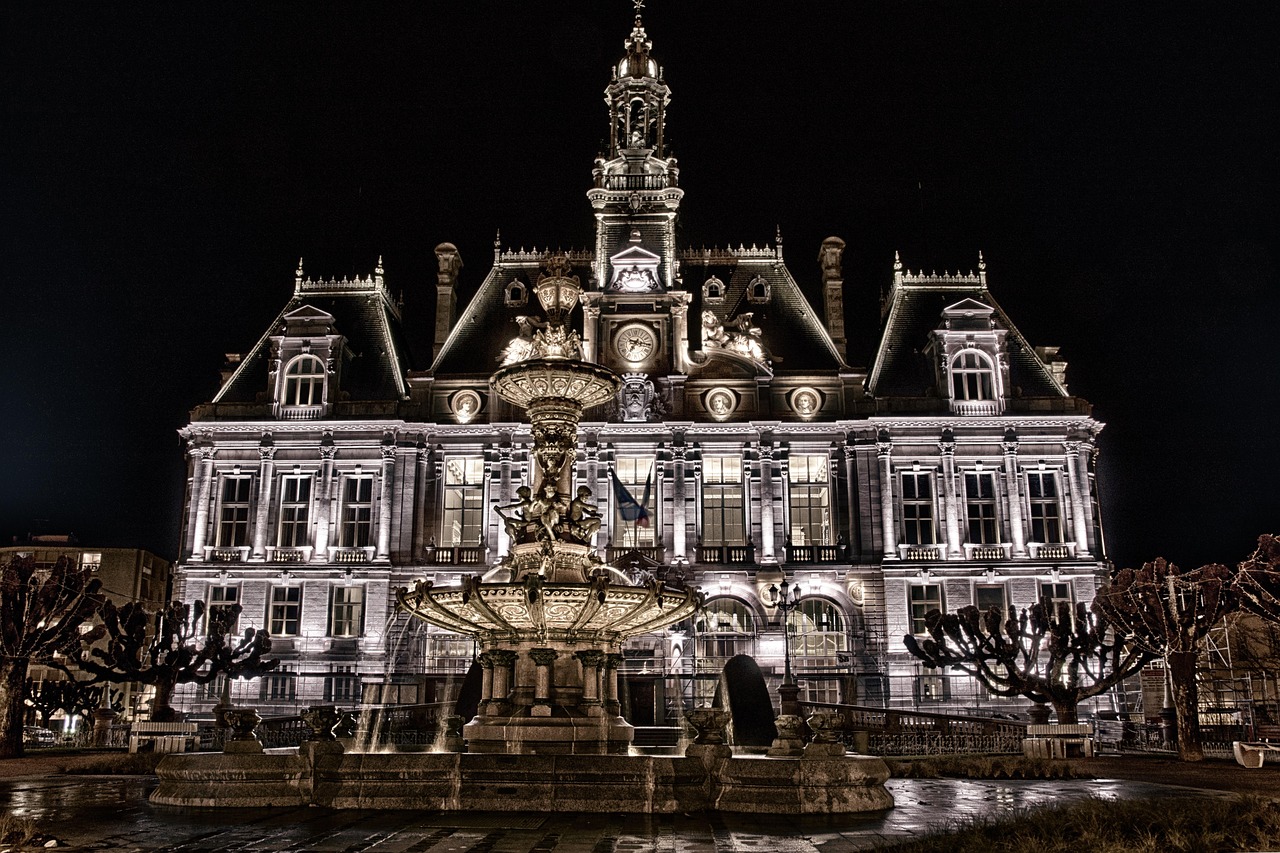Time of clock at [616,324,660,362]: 7:15
